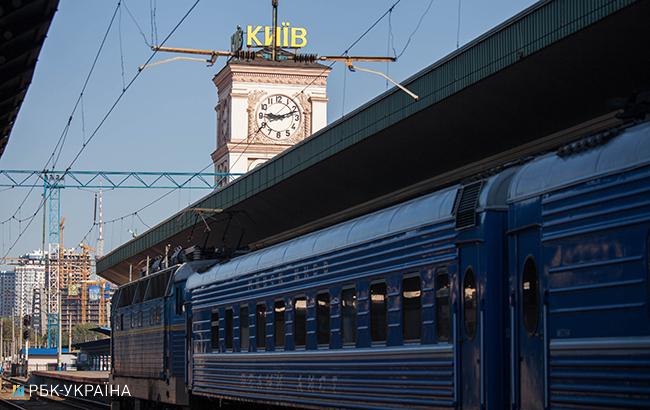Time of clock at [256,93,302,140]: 9:11
